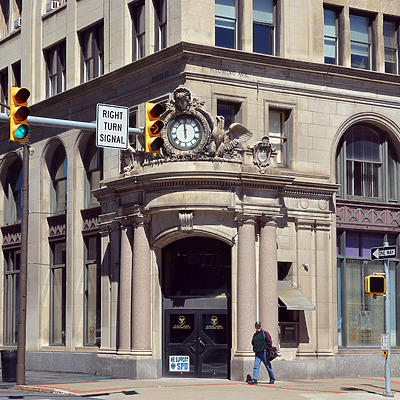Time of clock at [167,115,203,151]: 11:59
